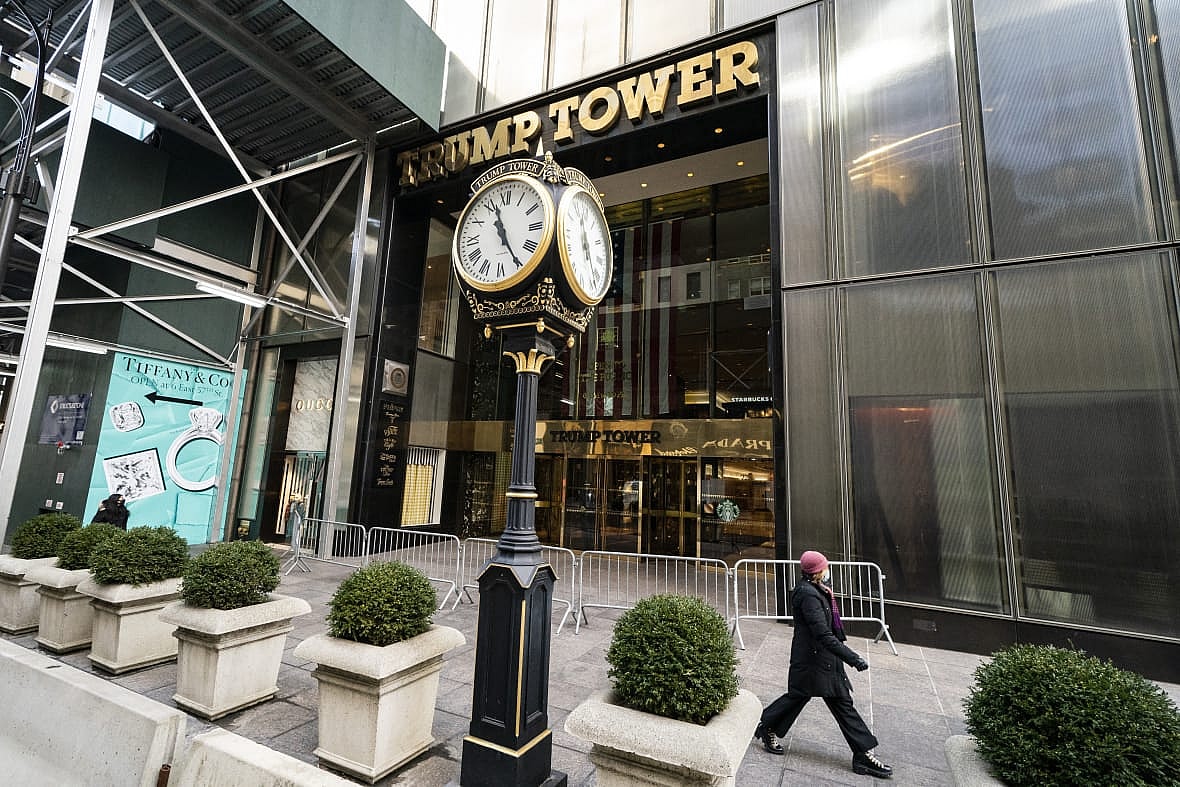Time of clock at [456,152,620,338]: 11:24
